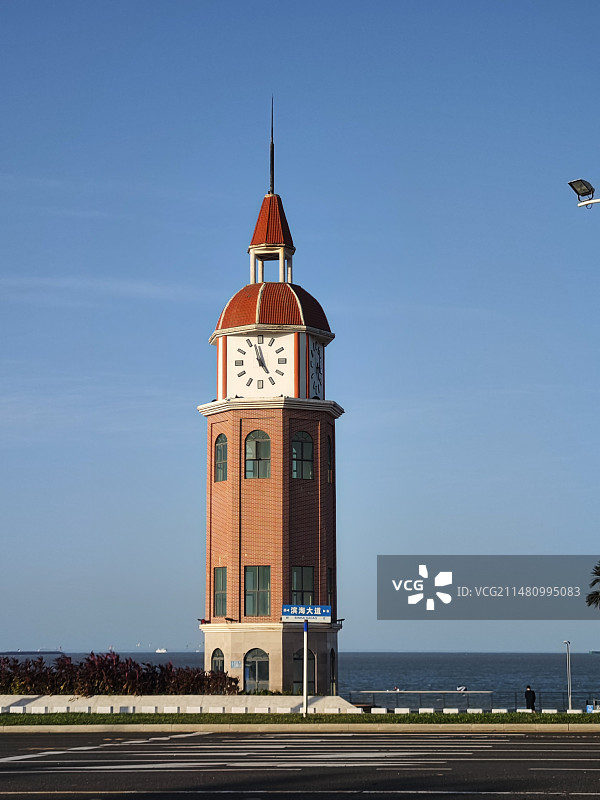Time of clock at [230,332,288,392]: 4:57
